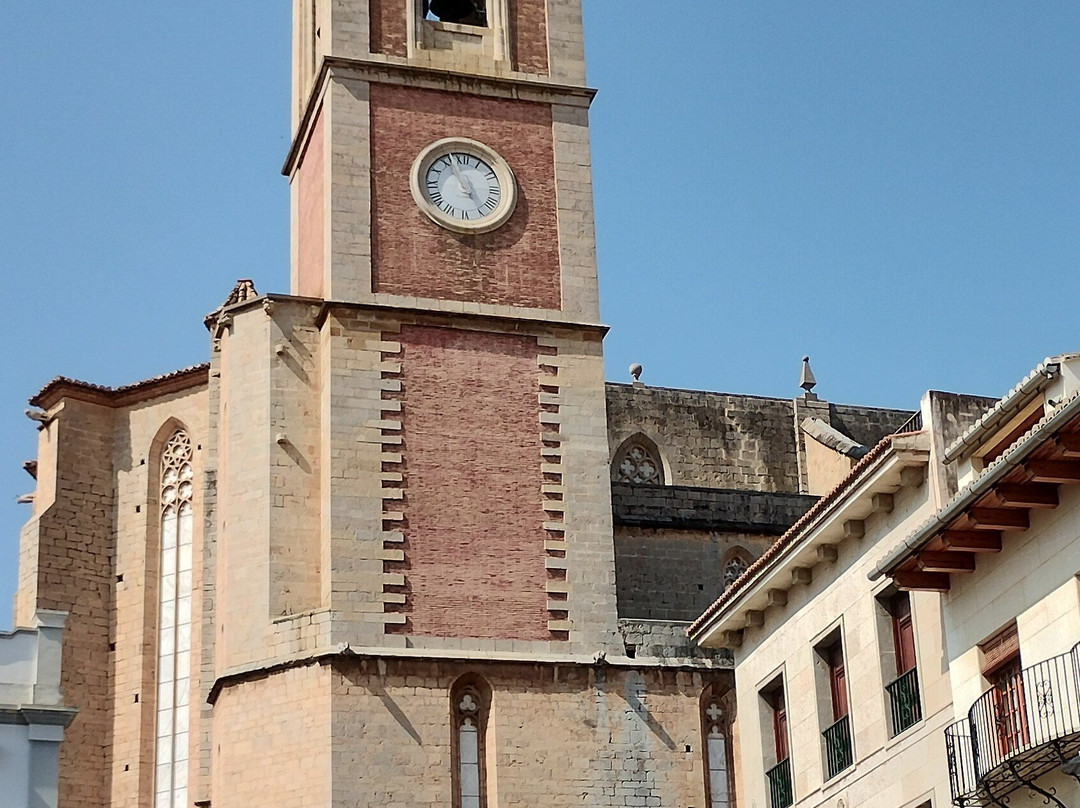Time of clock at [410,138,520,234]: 4:56
